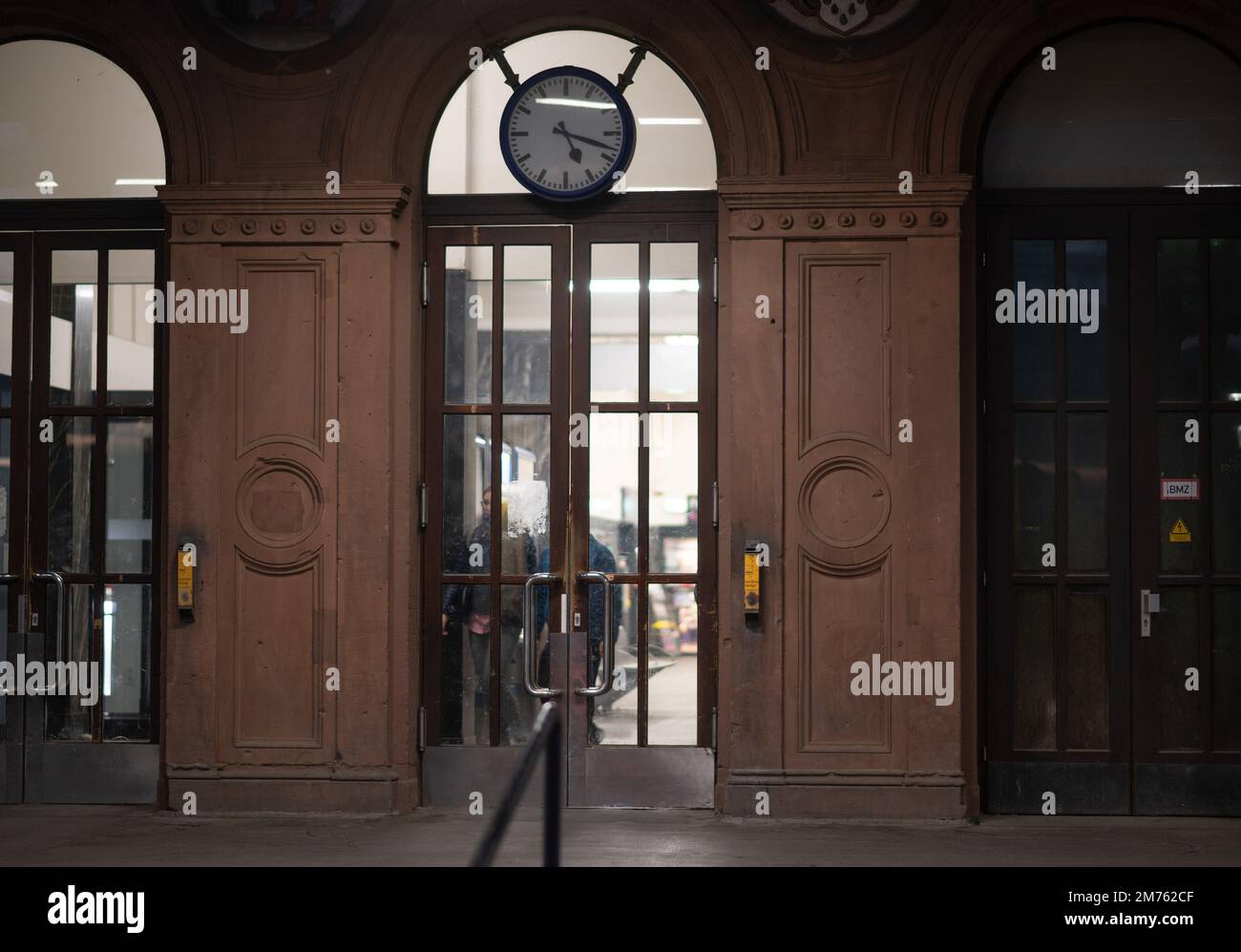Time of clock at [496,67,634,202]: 5:18
